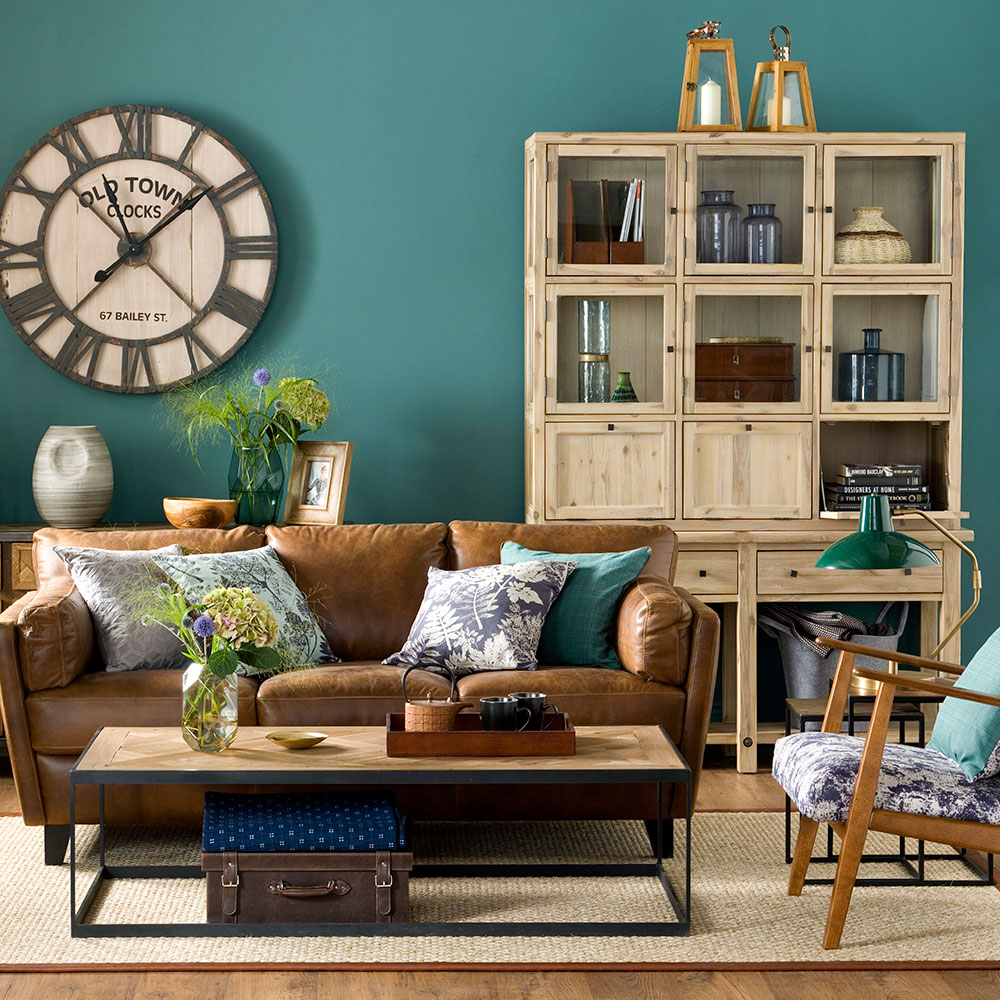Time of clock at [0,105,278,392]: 11:08
